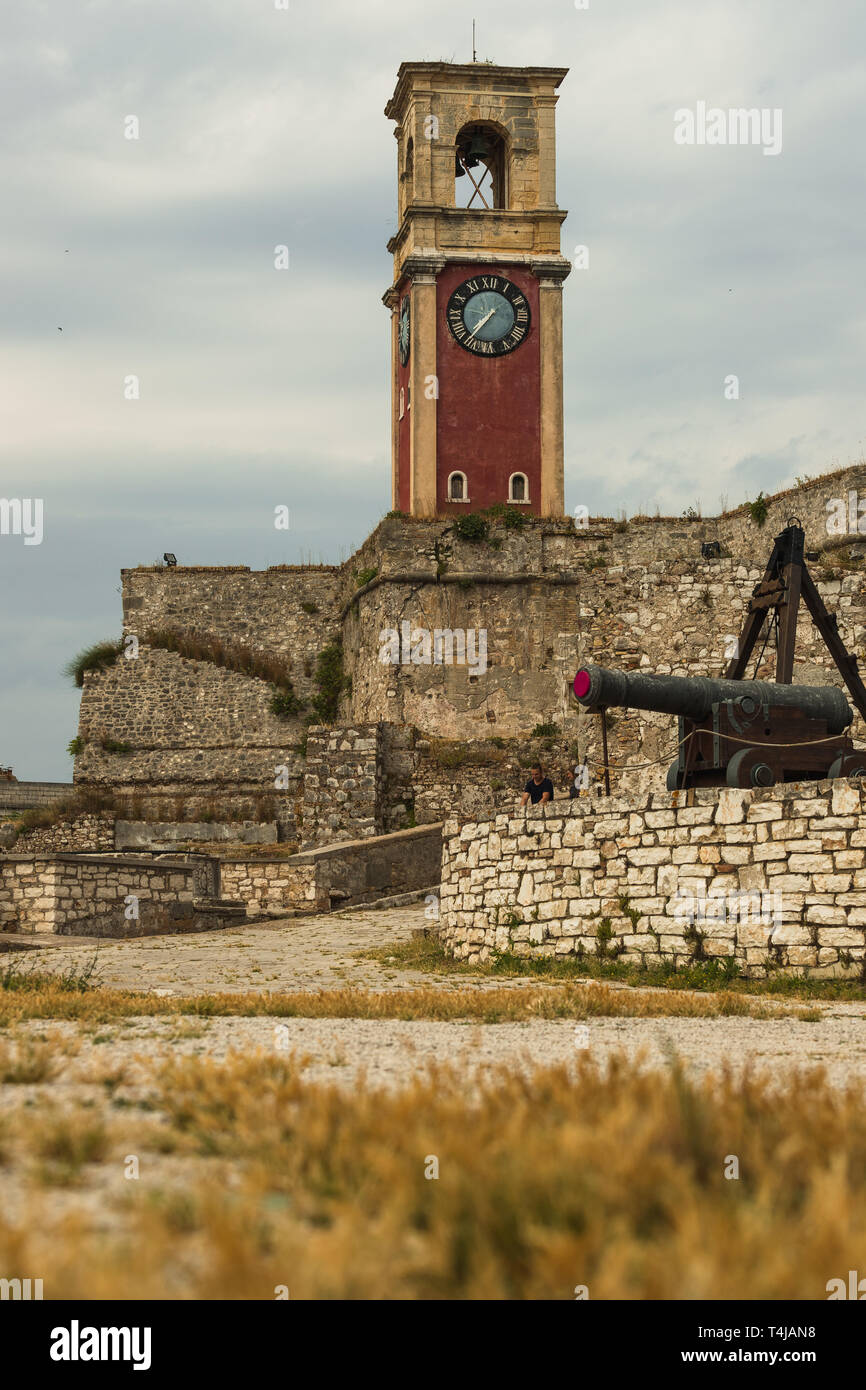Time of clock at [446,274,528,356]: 7:36
